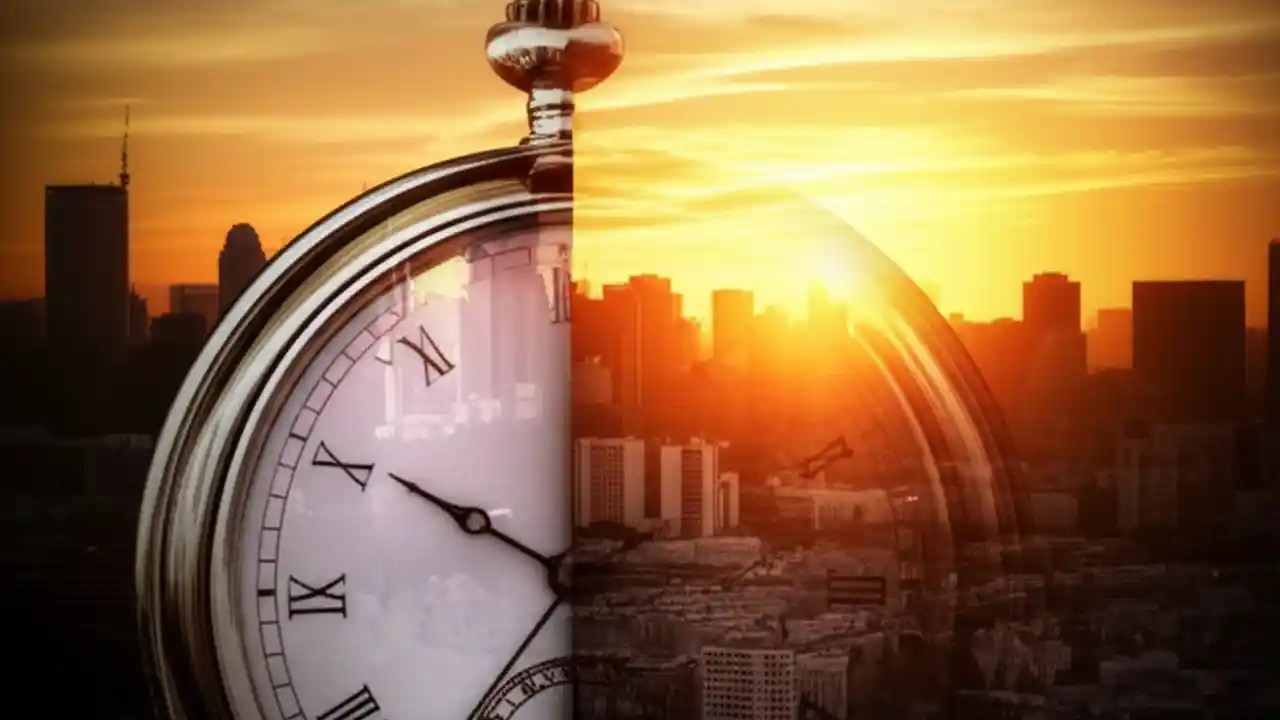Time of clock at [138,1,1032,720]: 6:50
